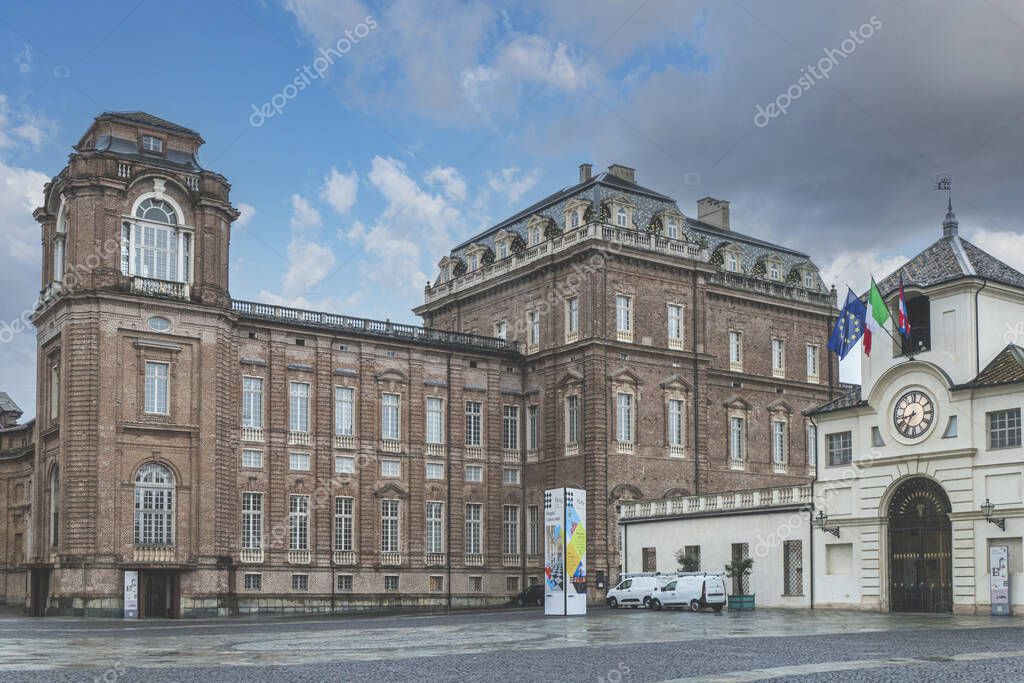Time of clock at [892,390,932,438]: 8:35
